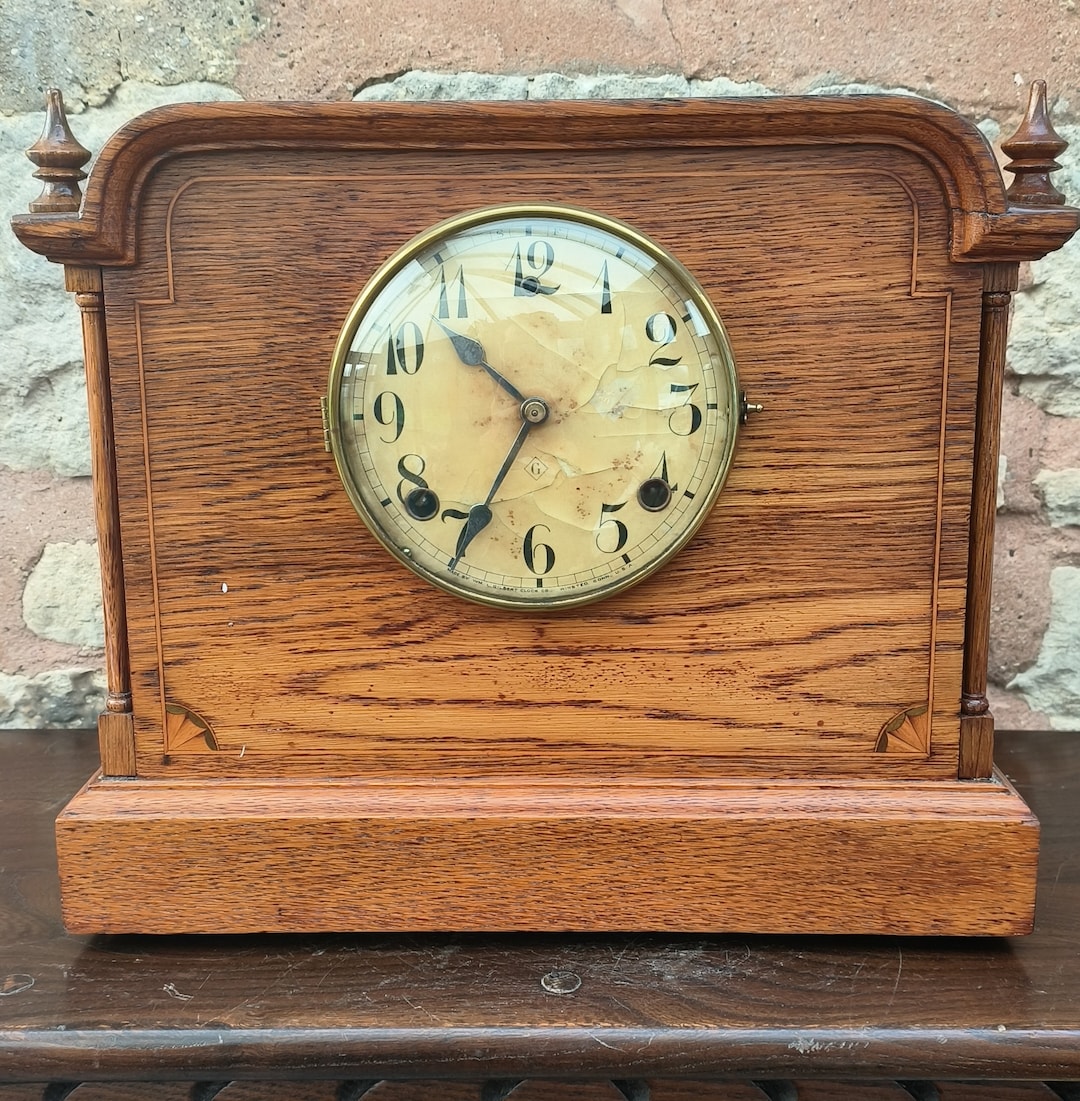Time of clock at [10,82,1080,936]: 10:34
